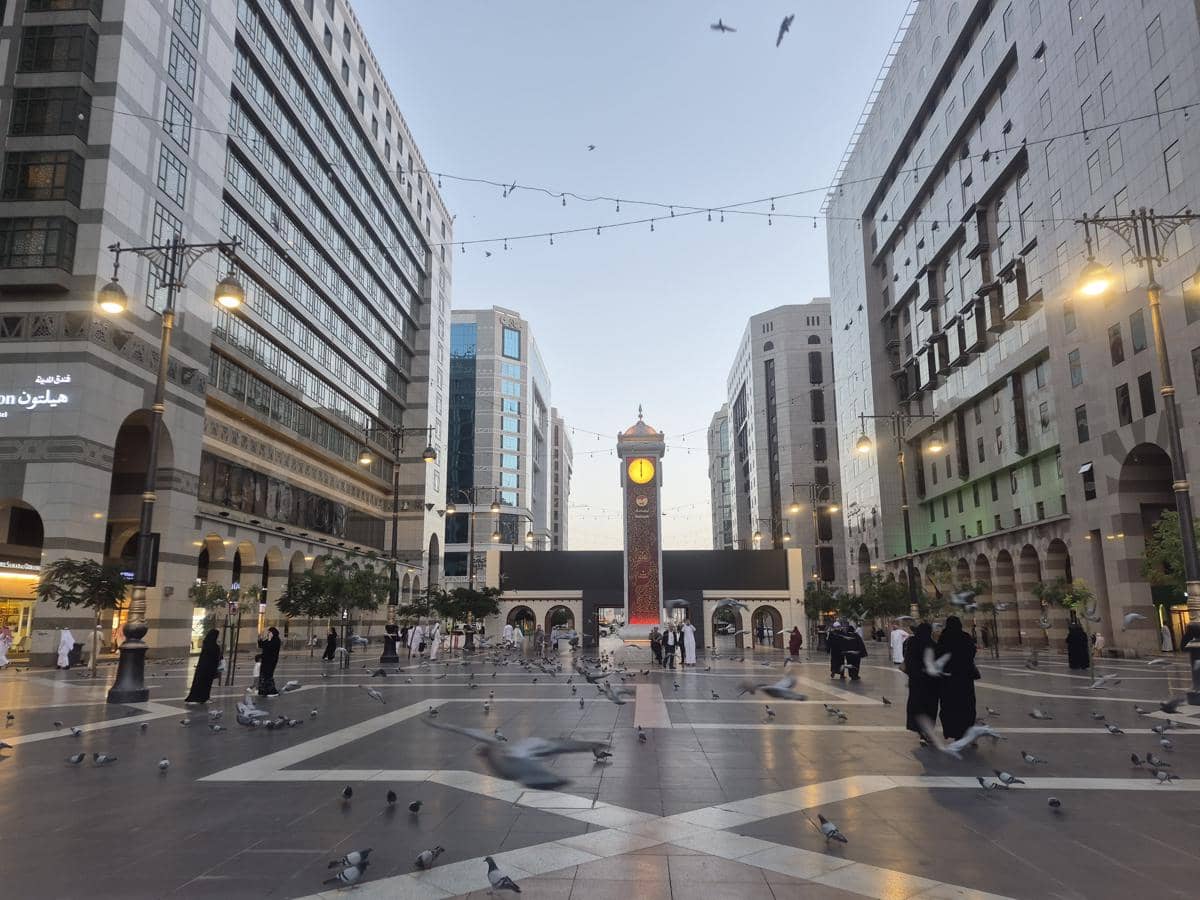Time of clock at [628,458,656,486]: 5:59
